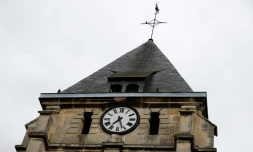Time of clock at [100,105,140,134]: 7:26
